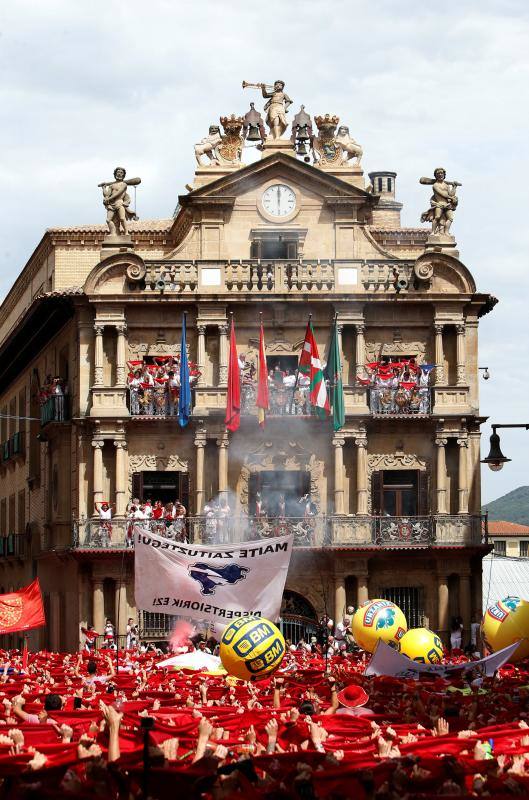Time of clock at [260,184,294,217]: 12:00
